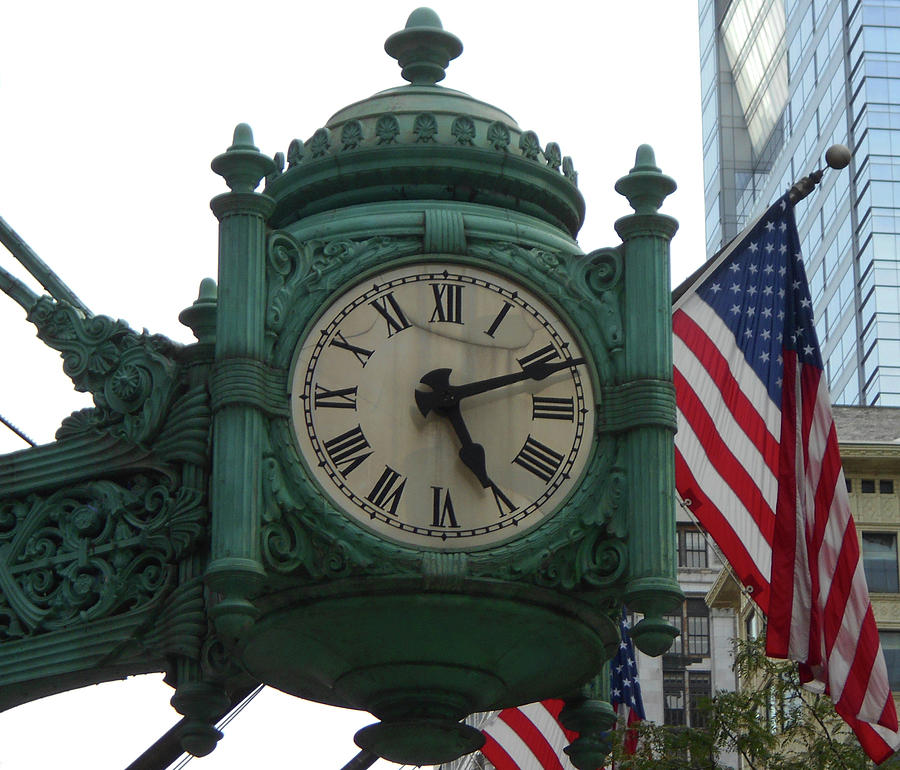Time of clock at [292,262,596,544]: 5:11
